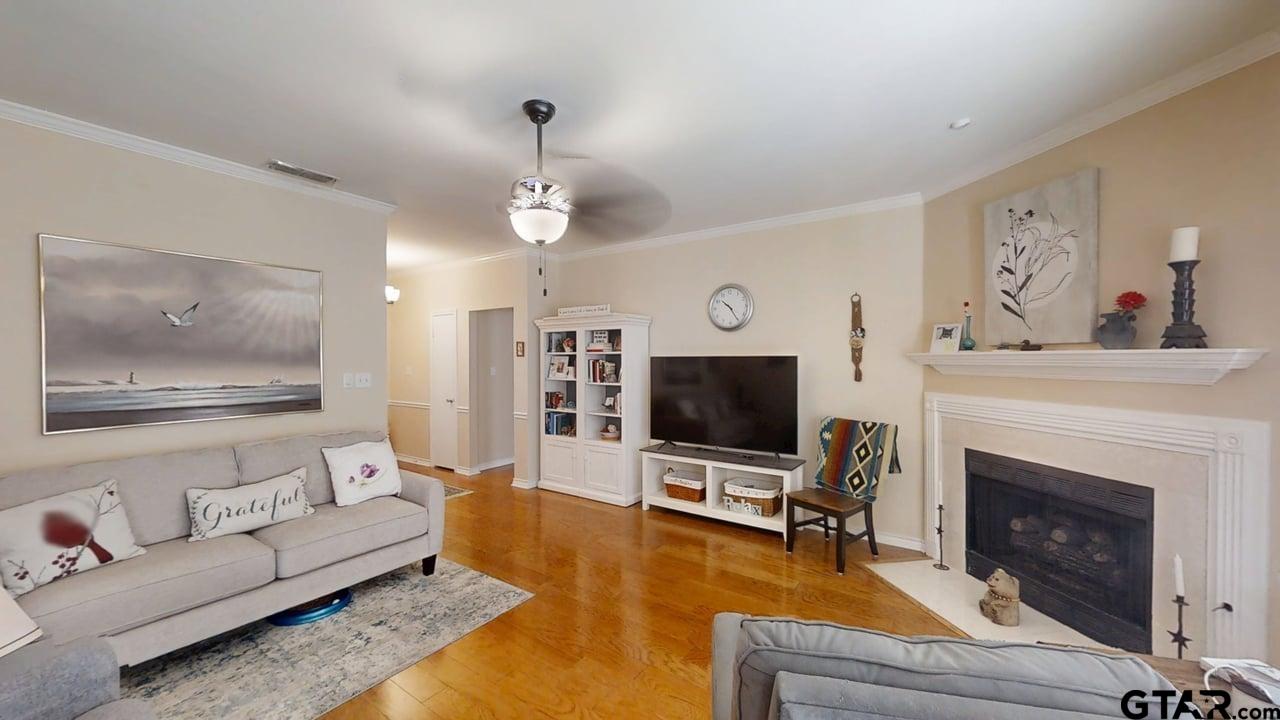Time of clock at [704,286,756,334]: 10:24
